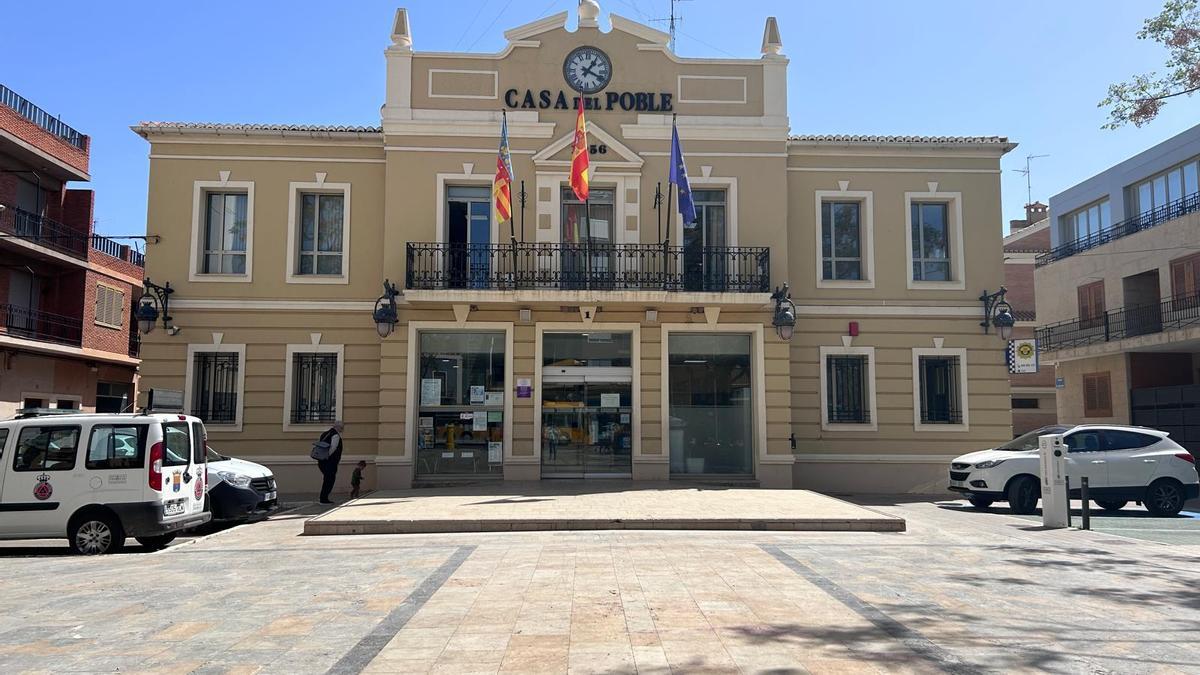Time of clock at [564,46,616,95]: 1:18
